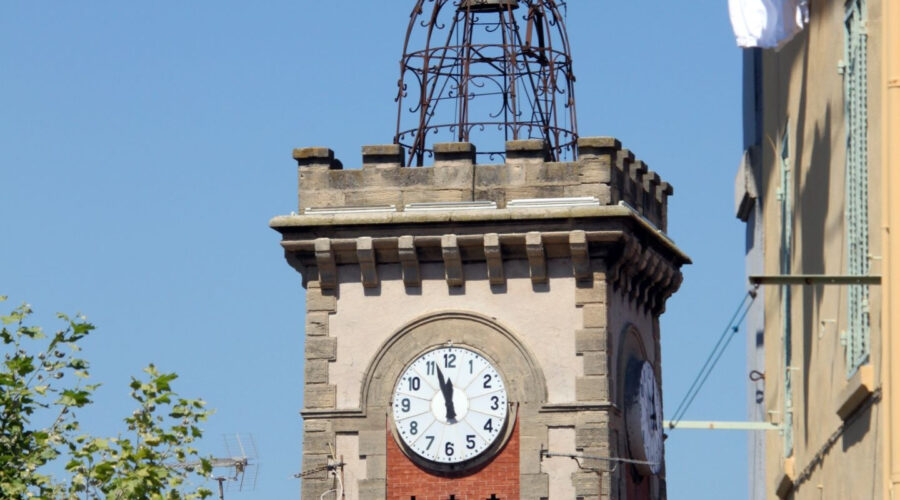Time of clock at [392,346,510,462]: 11:56
